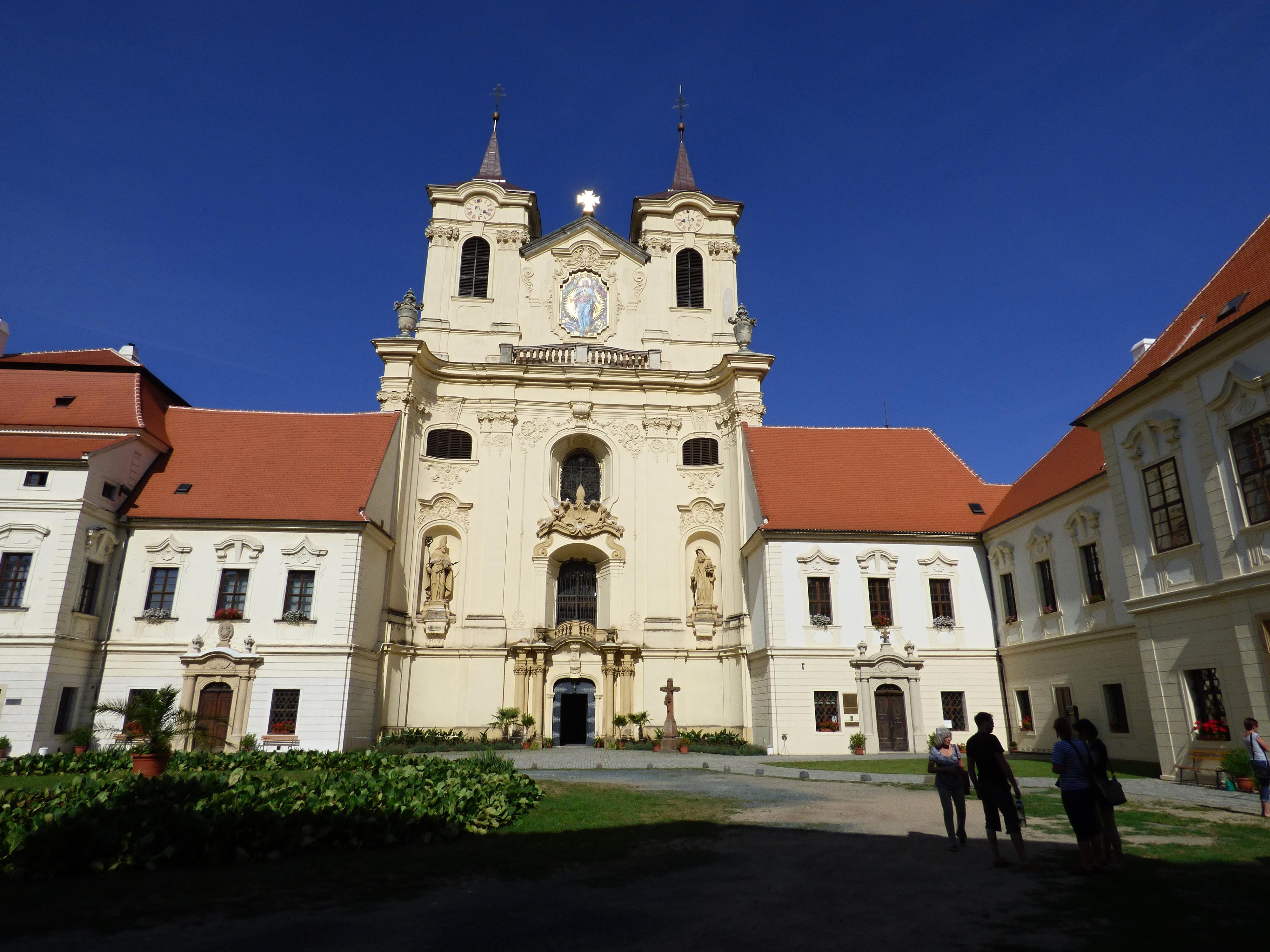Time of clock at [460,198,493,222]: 3:58
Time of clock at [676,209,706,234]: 7:58
